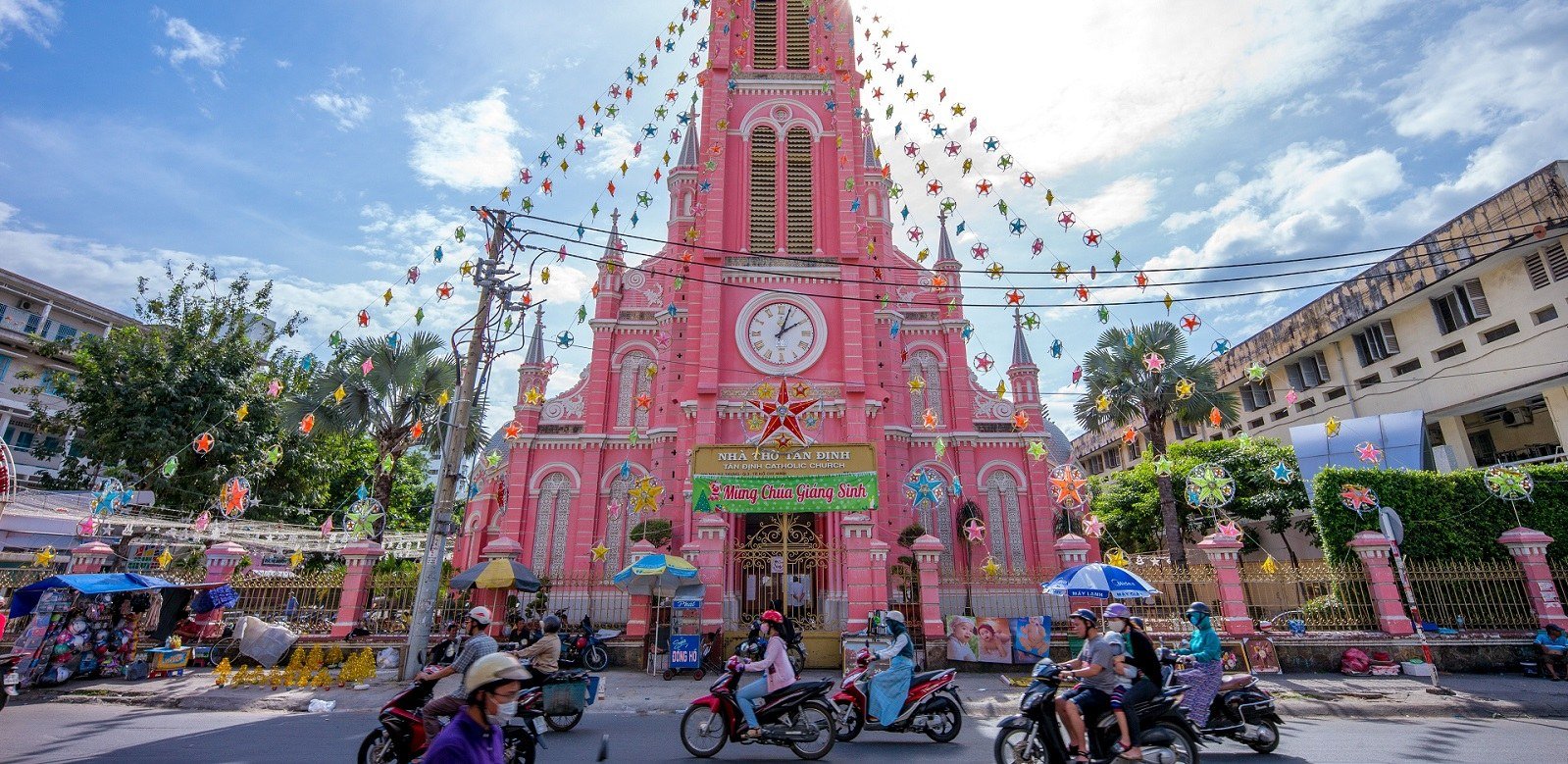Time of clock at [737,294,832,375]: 2:03
